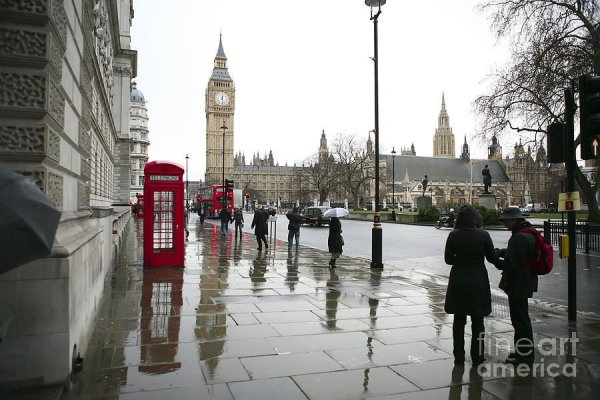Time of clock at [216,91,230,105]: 12:28
